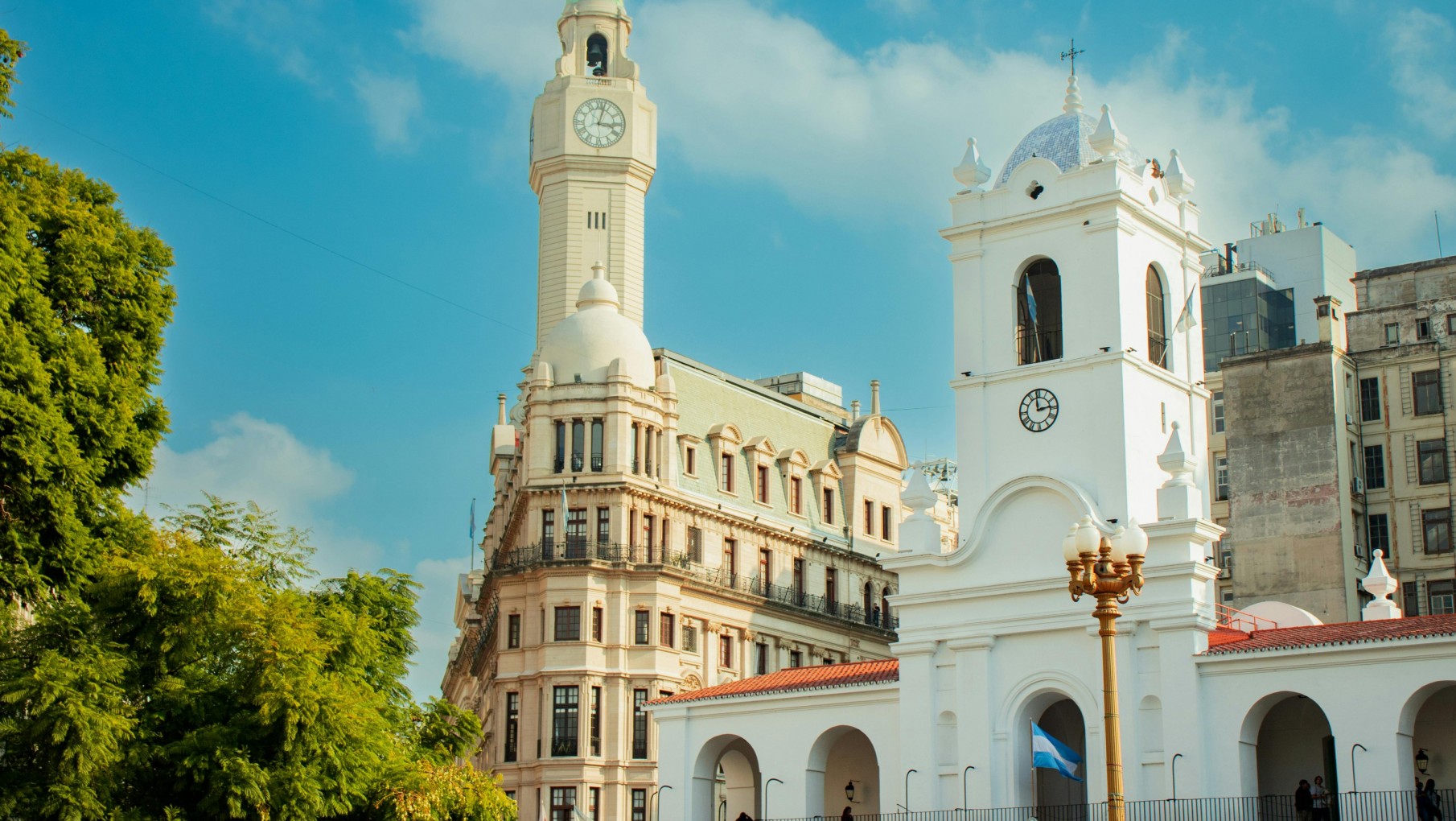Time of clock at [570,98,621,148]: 3:02
